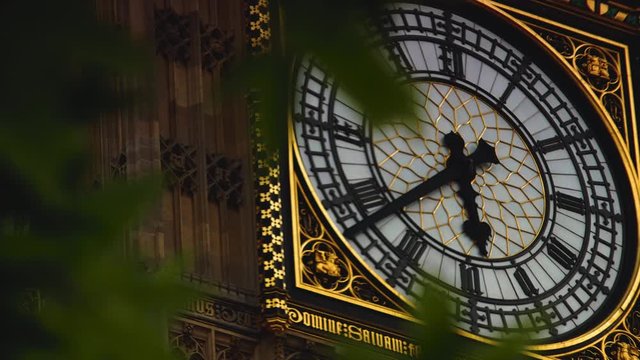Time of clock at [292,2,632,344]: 5:38
